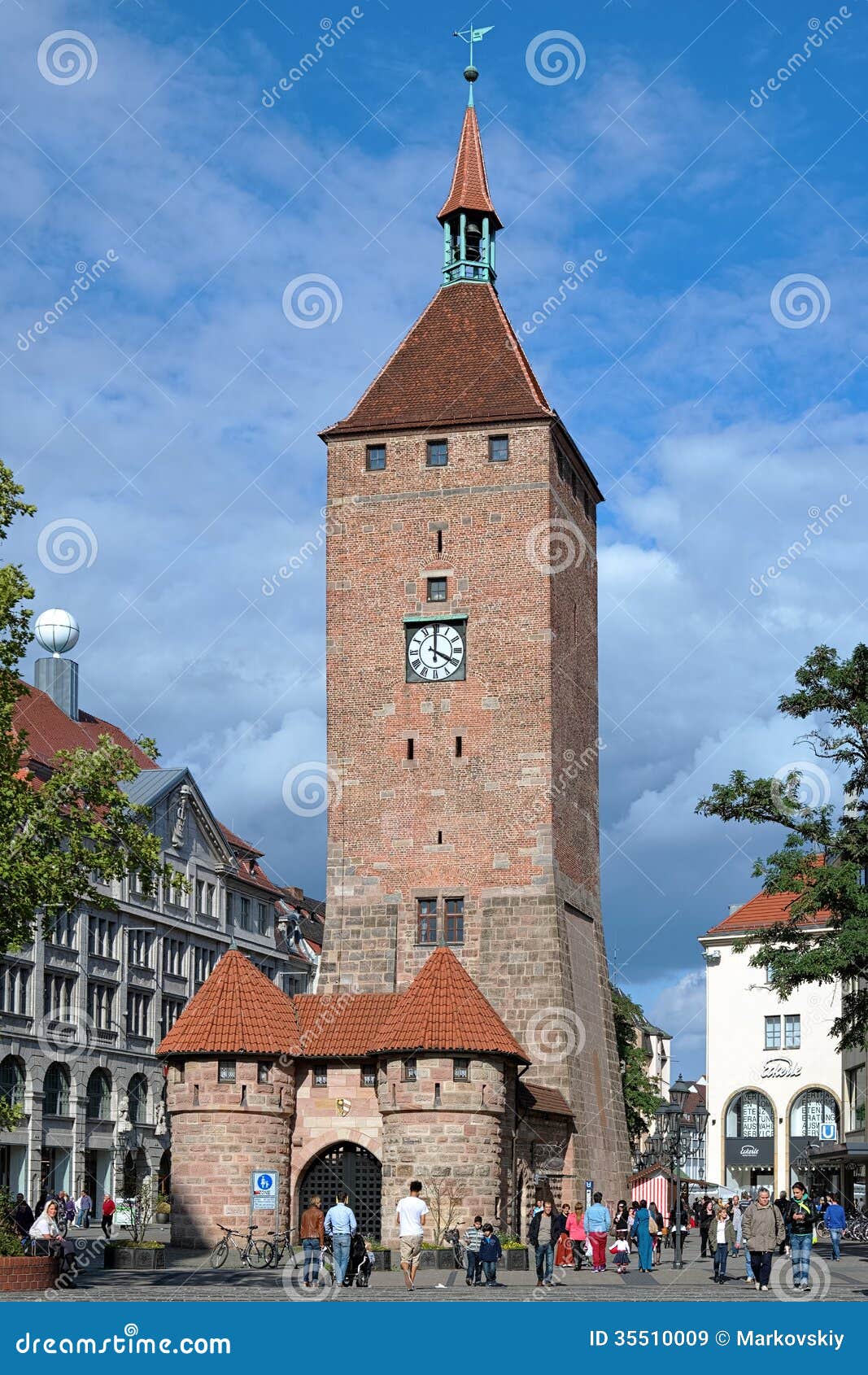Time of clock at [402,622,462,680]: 3:59
